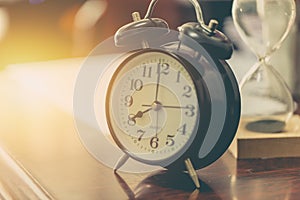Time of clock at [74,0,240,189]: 8:00
